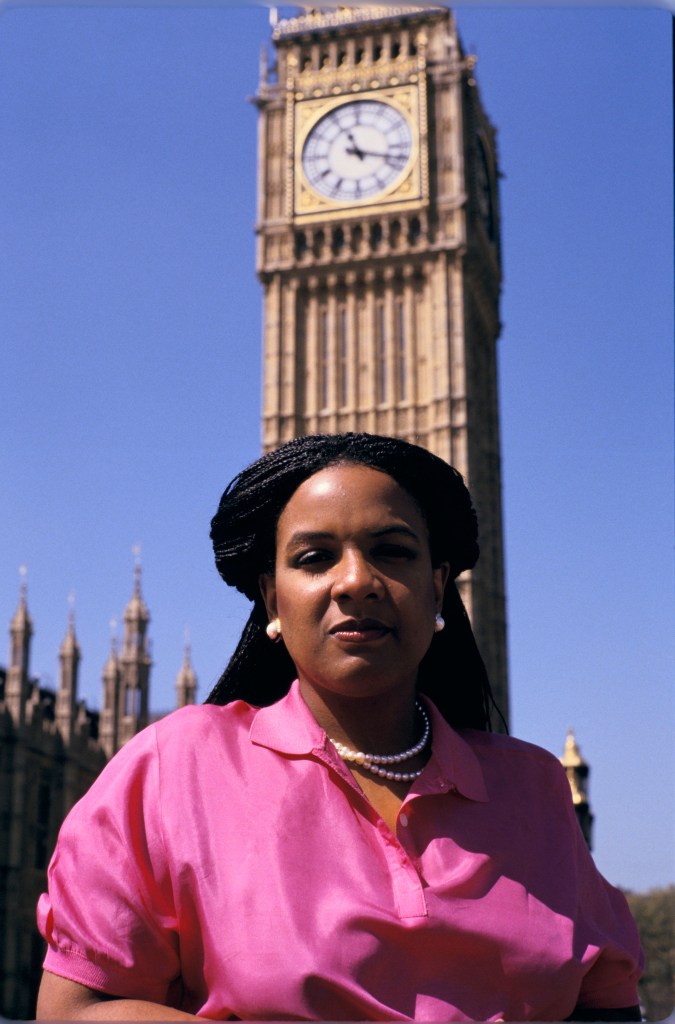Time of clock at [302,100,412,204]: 11:17
